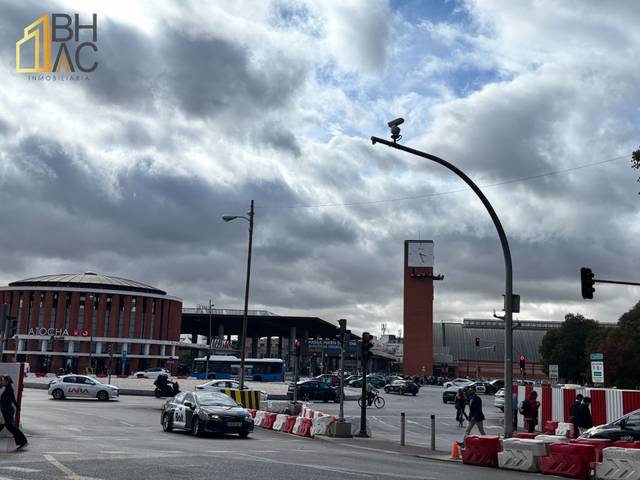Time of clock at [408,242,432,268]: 3:27
